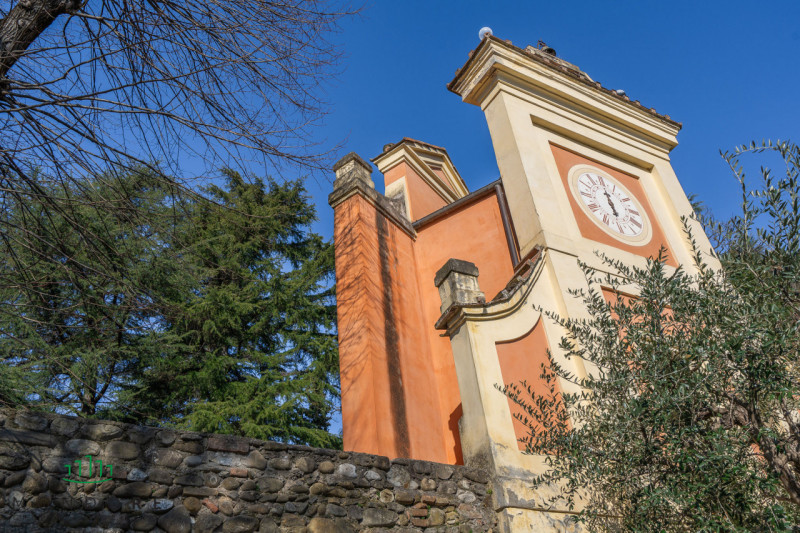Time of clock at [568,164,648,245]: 5:59
